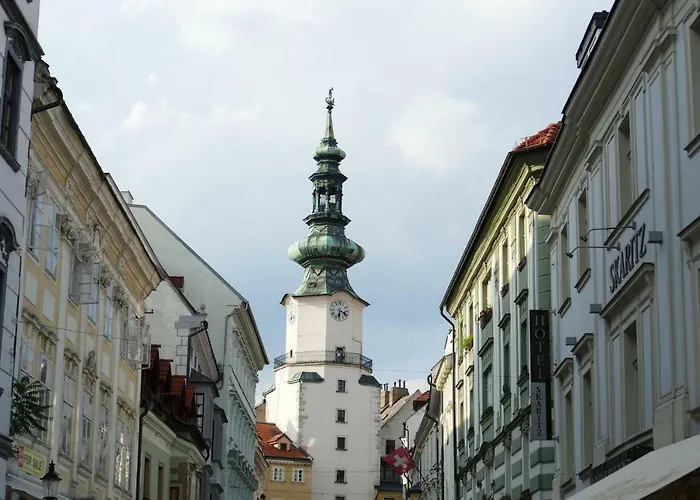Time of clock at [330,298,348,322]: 6:18
